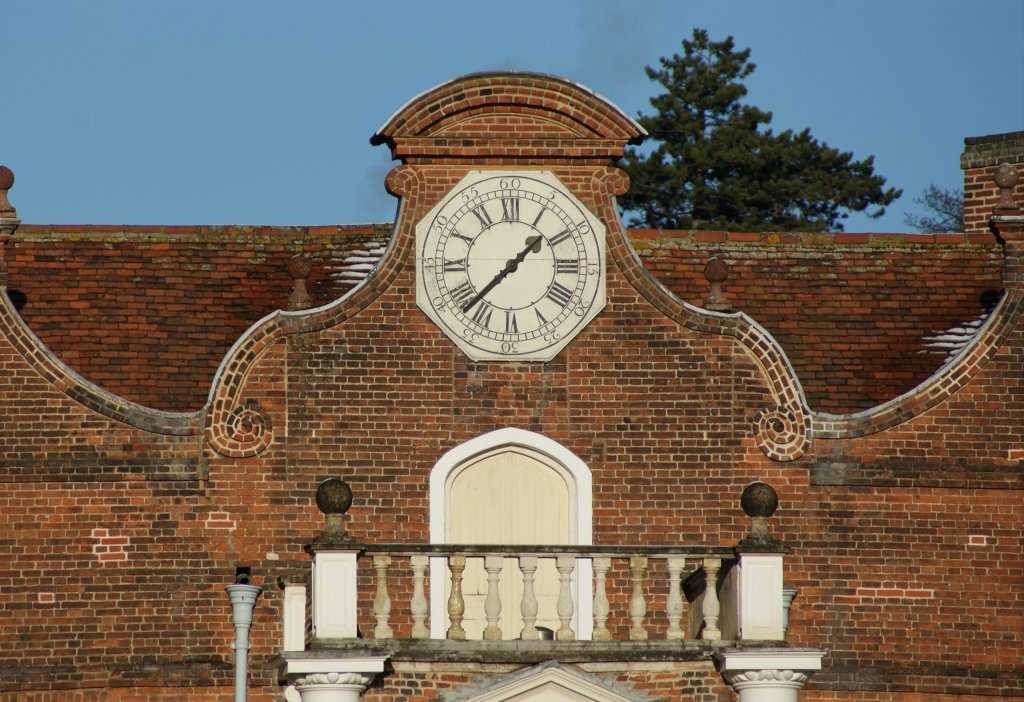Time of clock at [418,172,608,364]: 1:37
